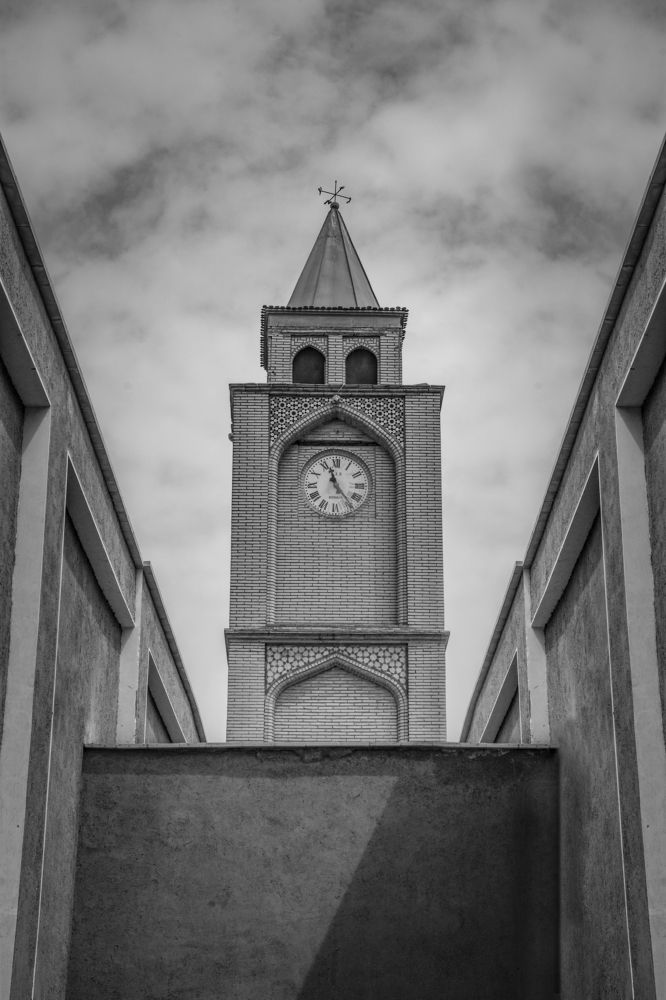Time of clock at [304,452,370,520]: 11:23
